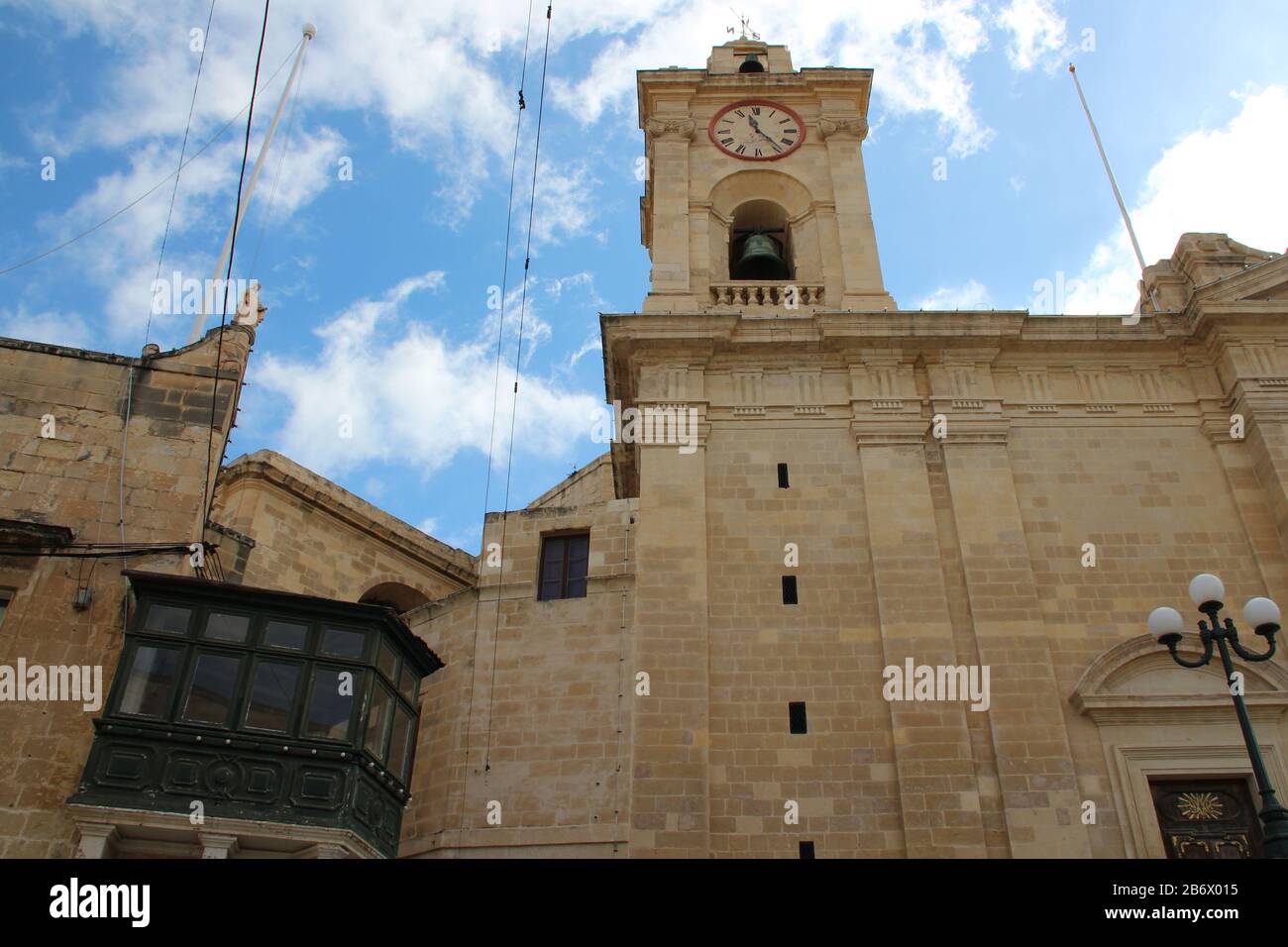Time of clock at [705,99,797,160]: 11:23
